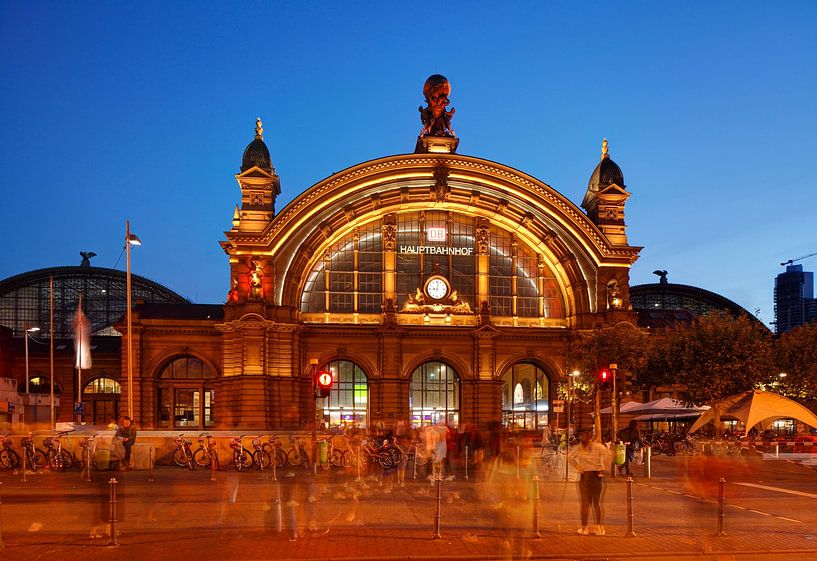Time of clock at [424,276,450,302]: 9:01
